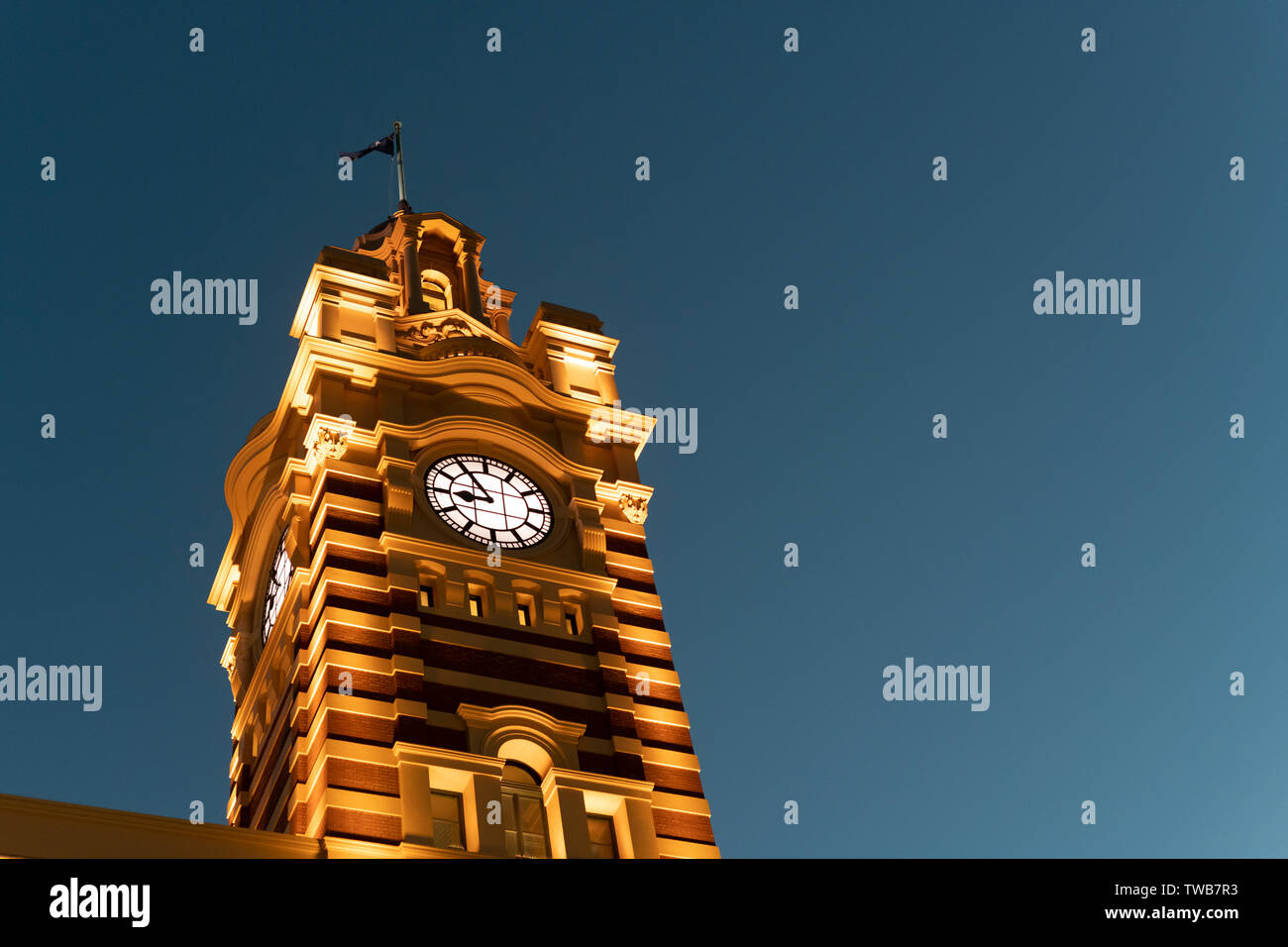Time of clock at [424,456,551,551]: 8:54
